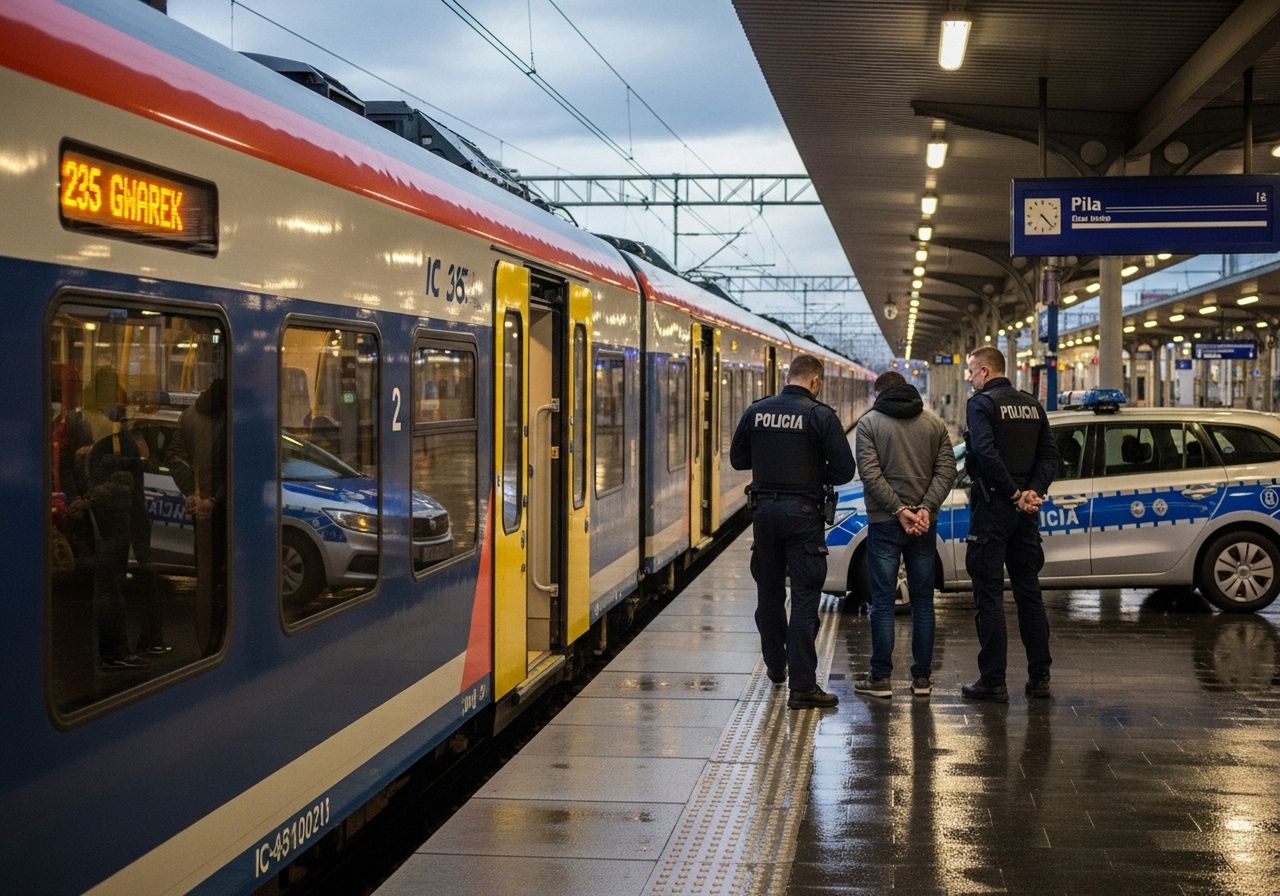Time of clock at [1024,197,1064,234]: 4:22
